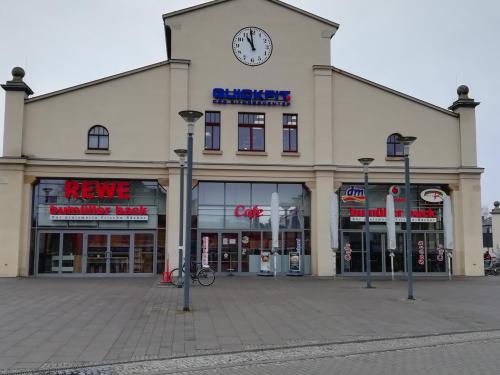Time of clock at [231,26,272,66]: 10:59
